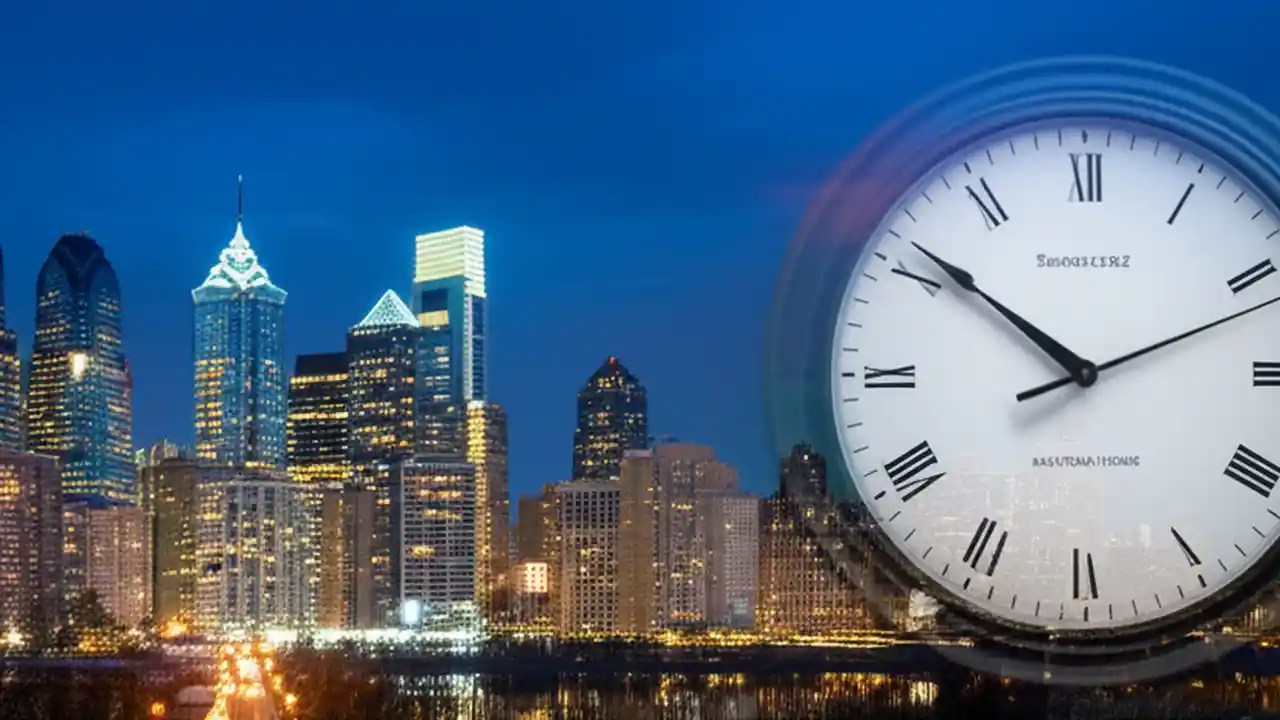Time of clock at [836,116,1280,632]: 10:11
